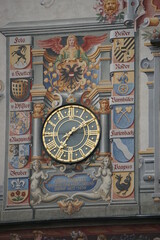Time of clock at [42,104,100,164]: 7:09
